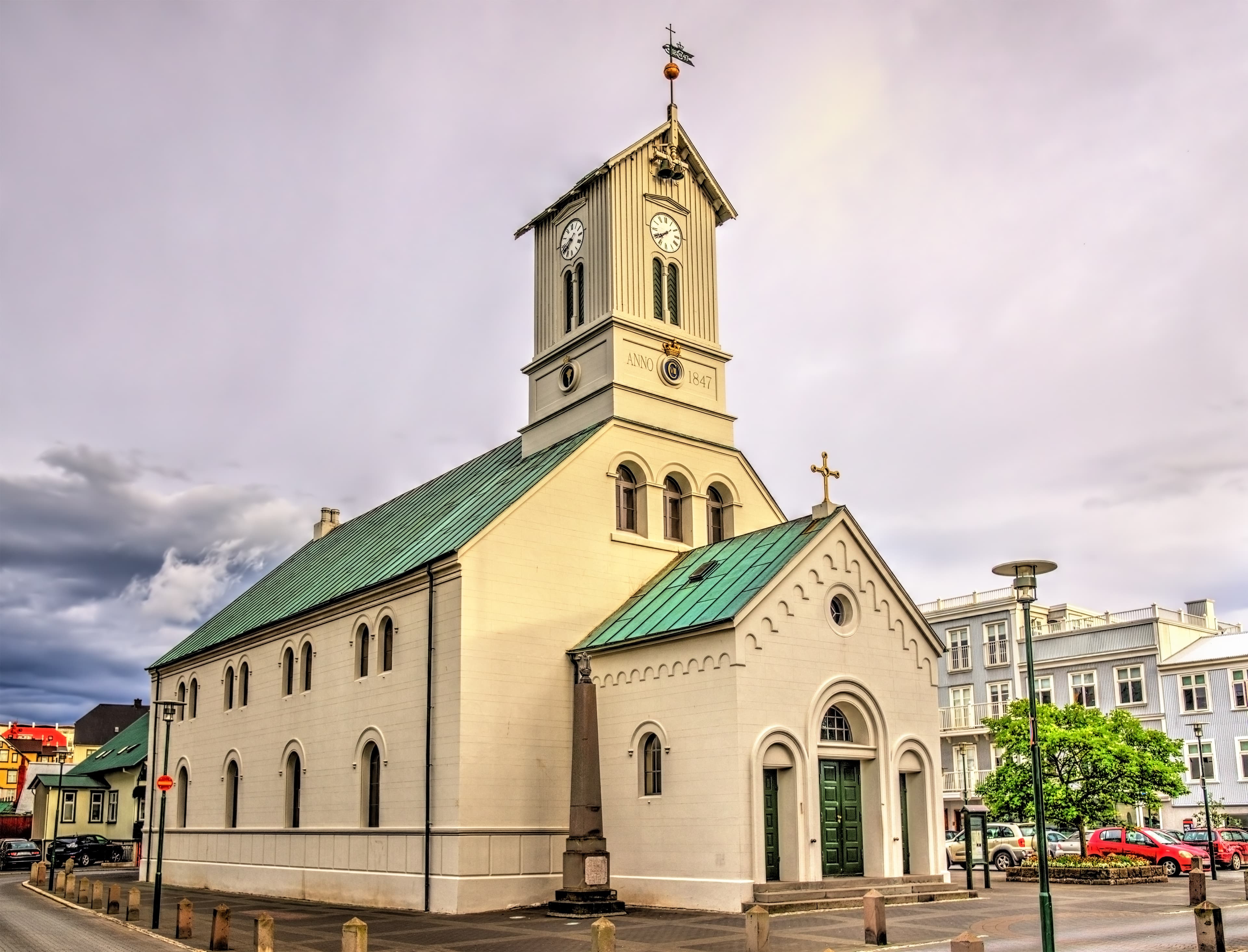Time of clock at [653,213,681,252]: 7:40
